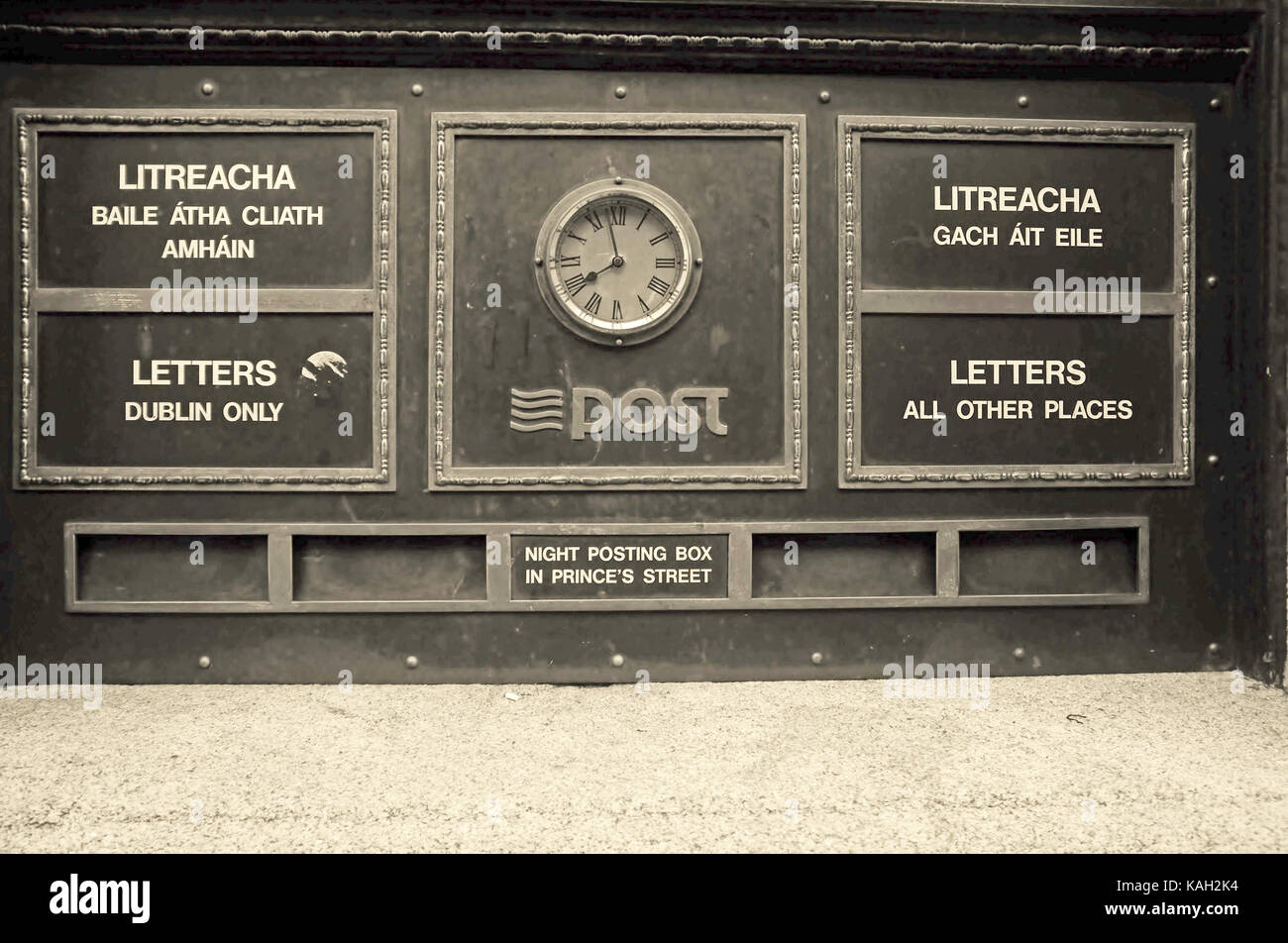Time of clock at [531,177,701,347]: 7:57
